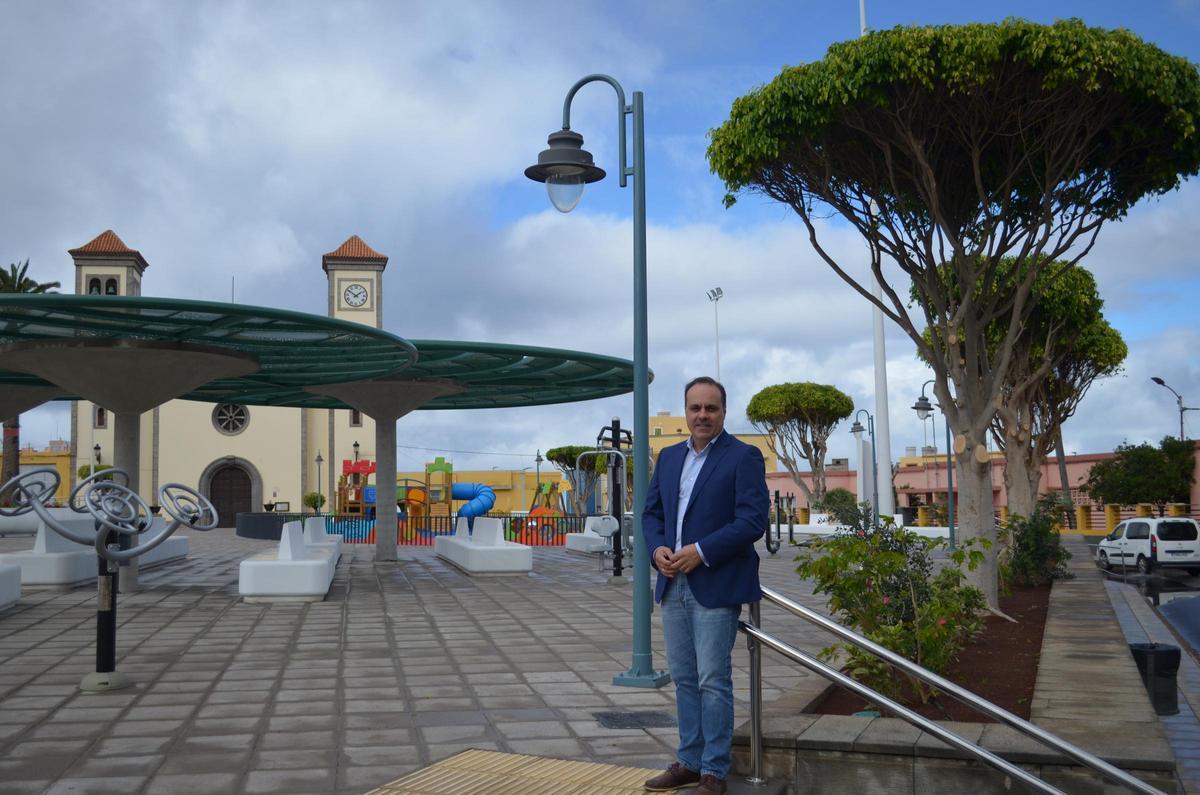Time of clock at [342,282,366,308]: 1:50
